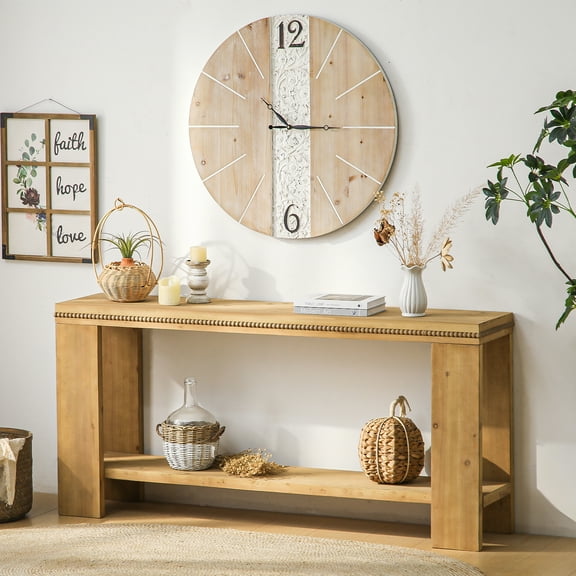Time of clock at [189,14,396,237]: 10:14
